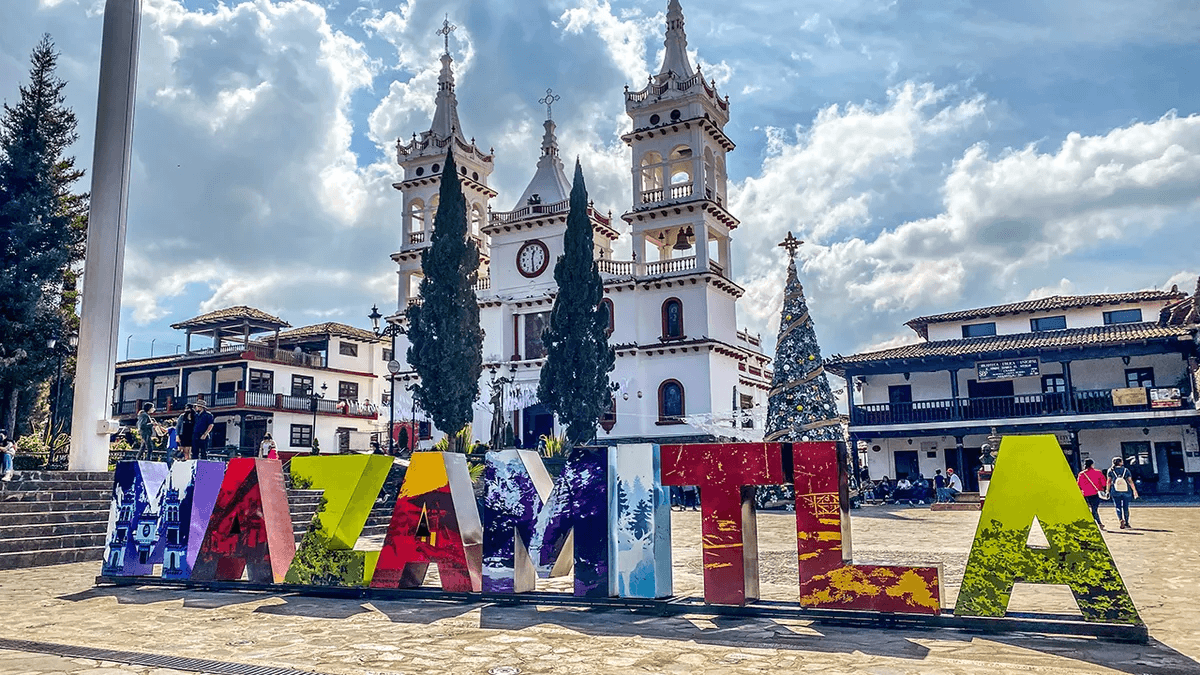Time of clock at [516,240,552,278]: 12:28
